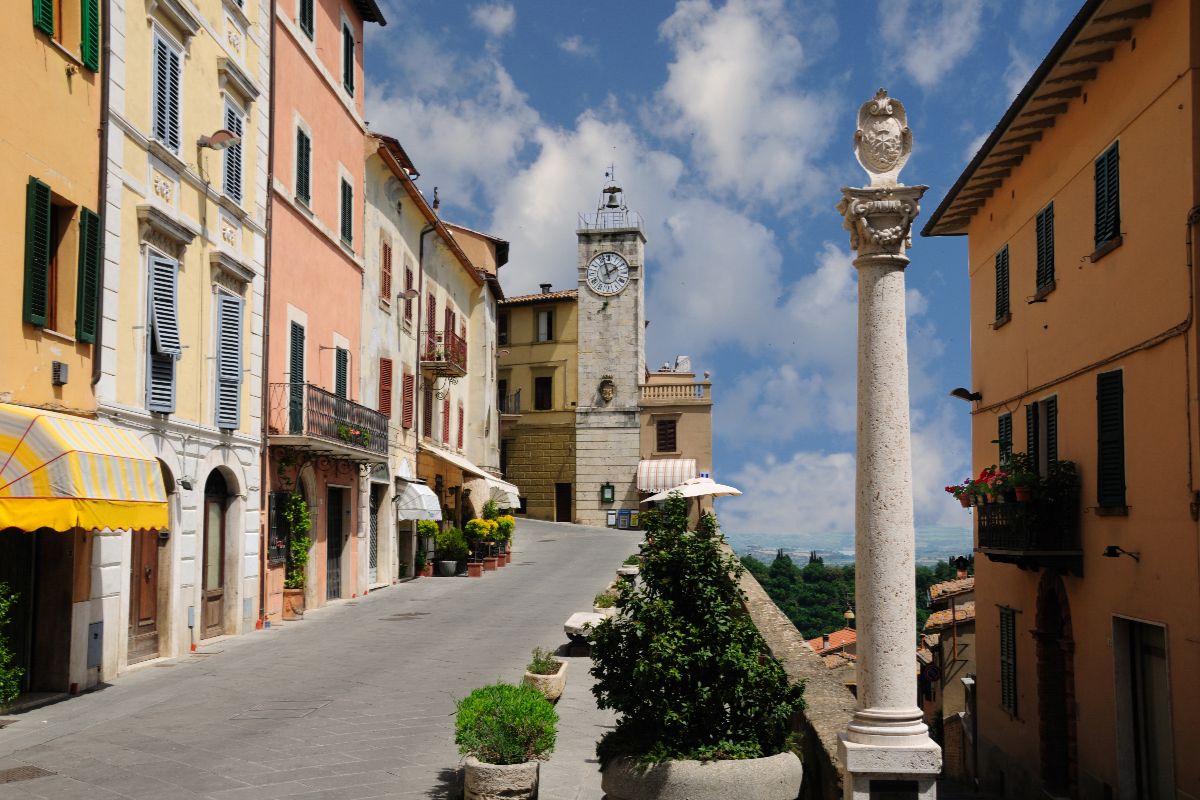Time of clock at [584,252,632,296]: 1:57
